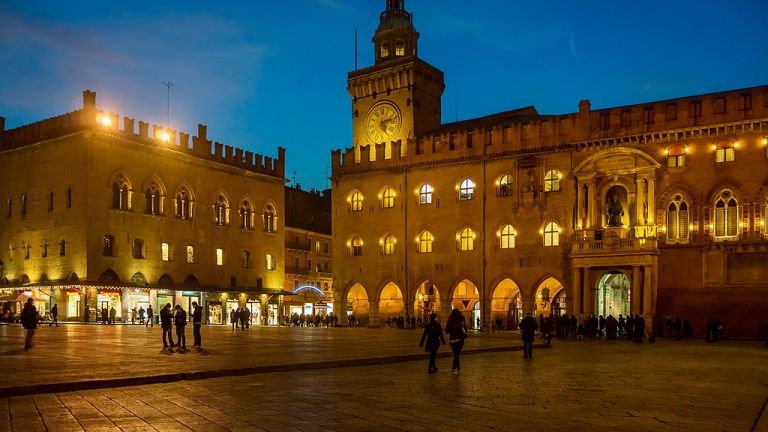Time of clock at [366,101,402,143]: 5:11
